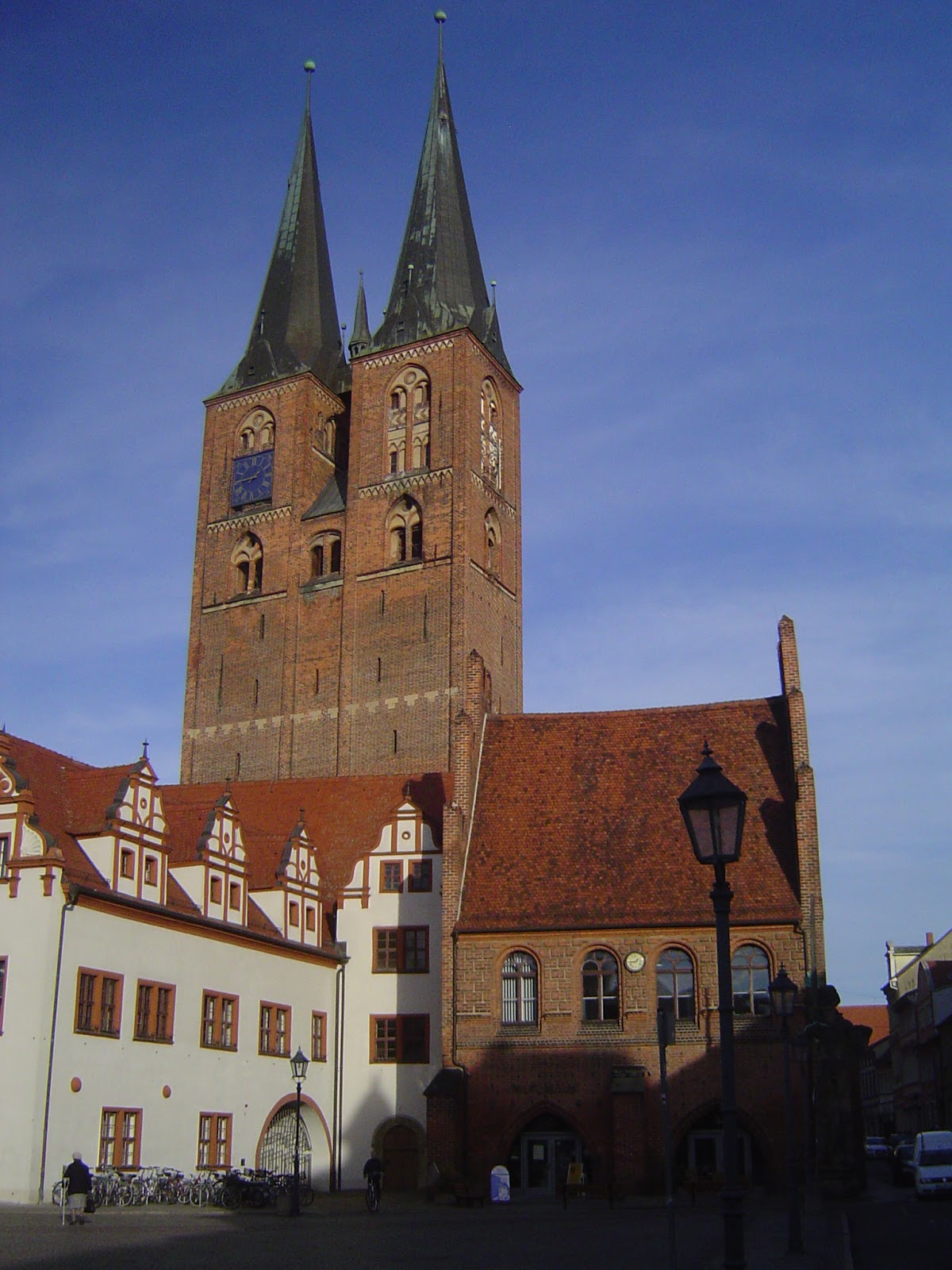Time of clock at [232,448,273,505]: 1:43
